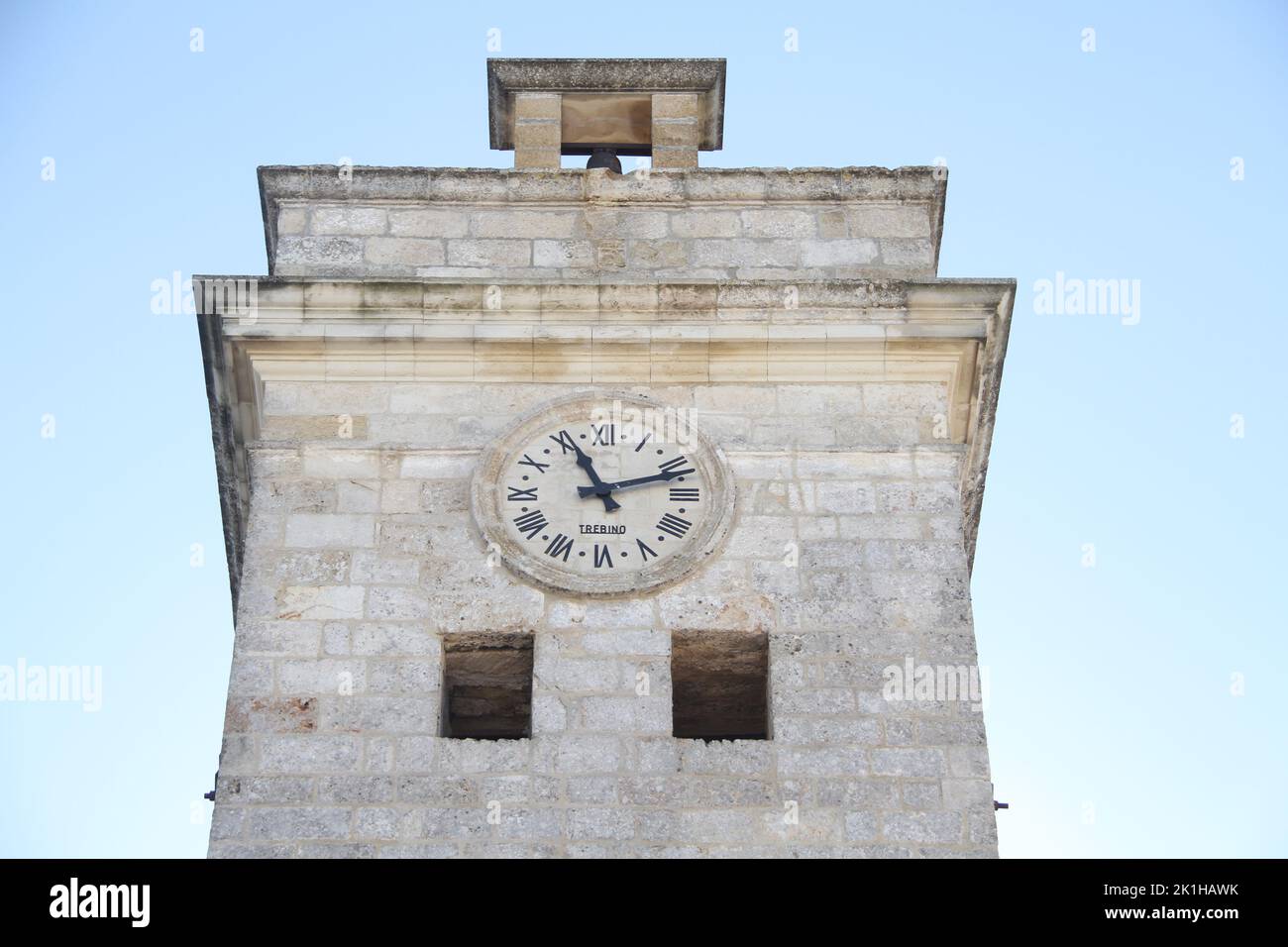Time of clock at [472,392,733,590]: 11:12
